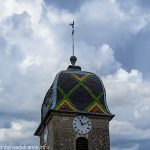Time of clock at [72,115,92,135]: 11:12
